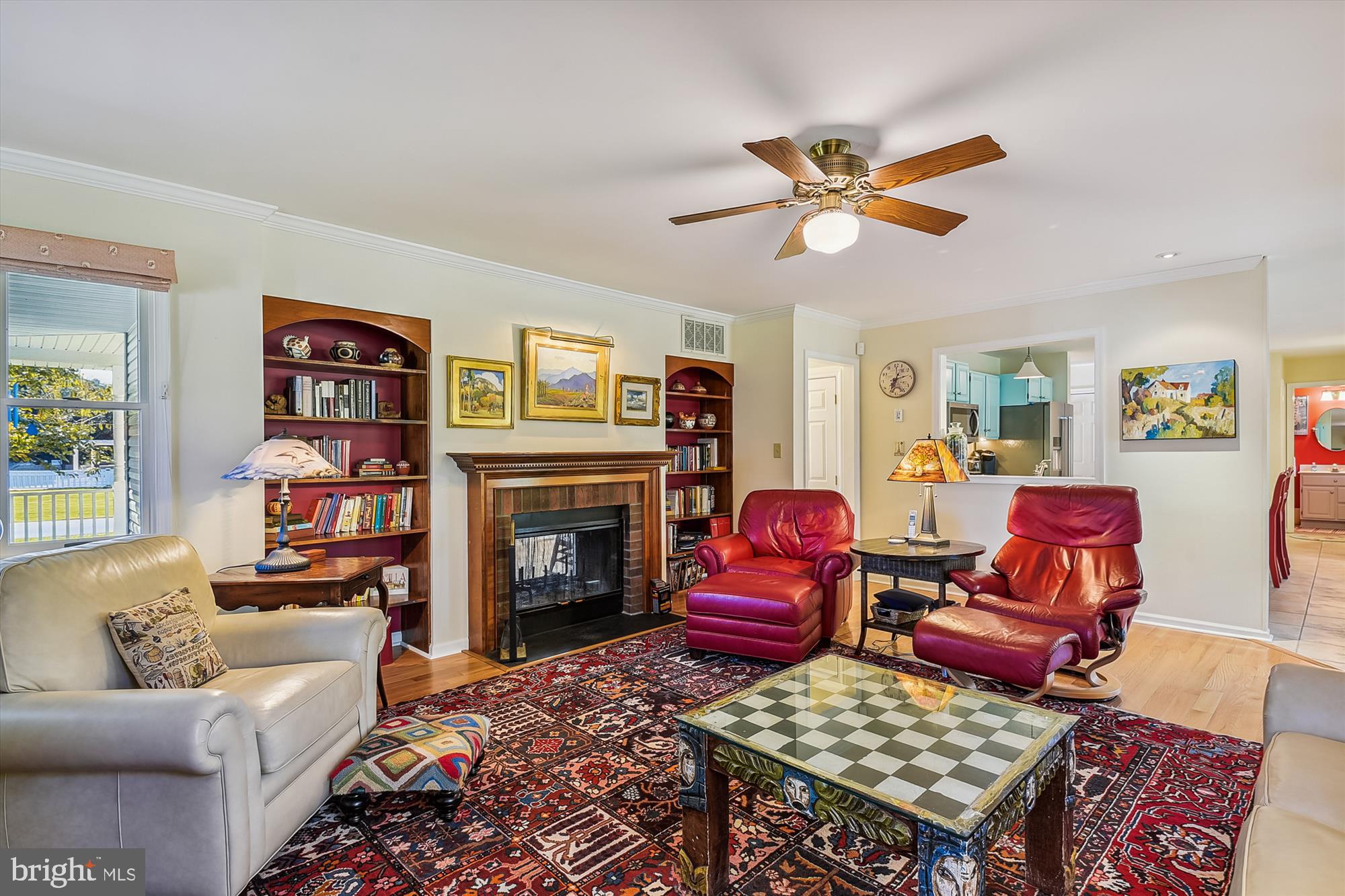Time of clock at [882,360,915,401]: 2:34
